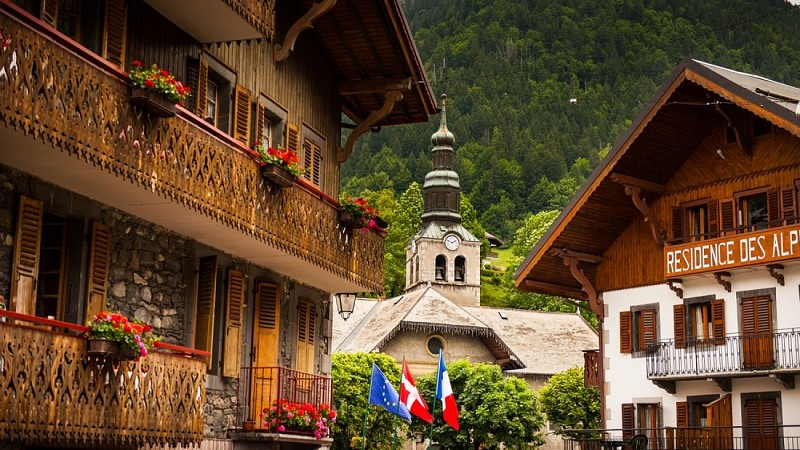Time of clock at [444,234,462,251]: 1:47
